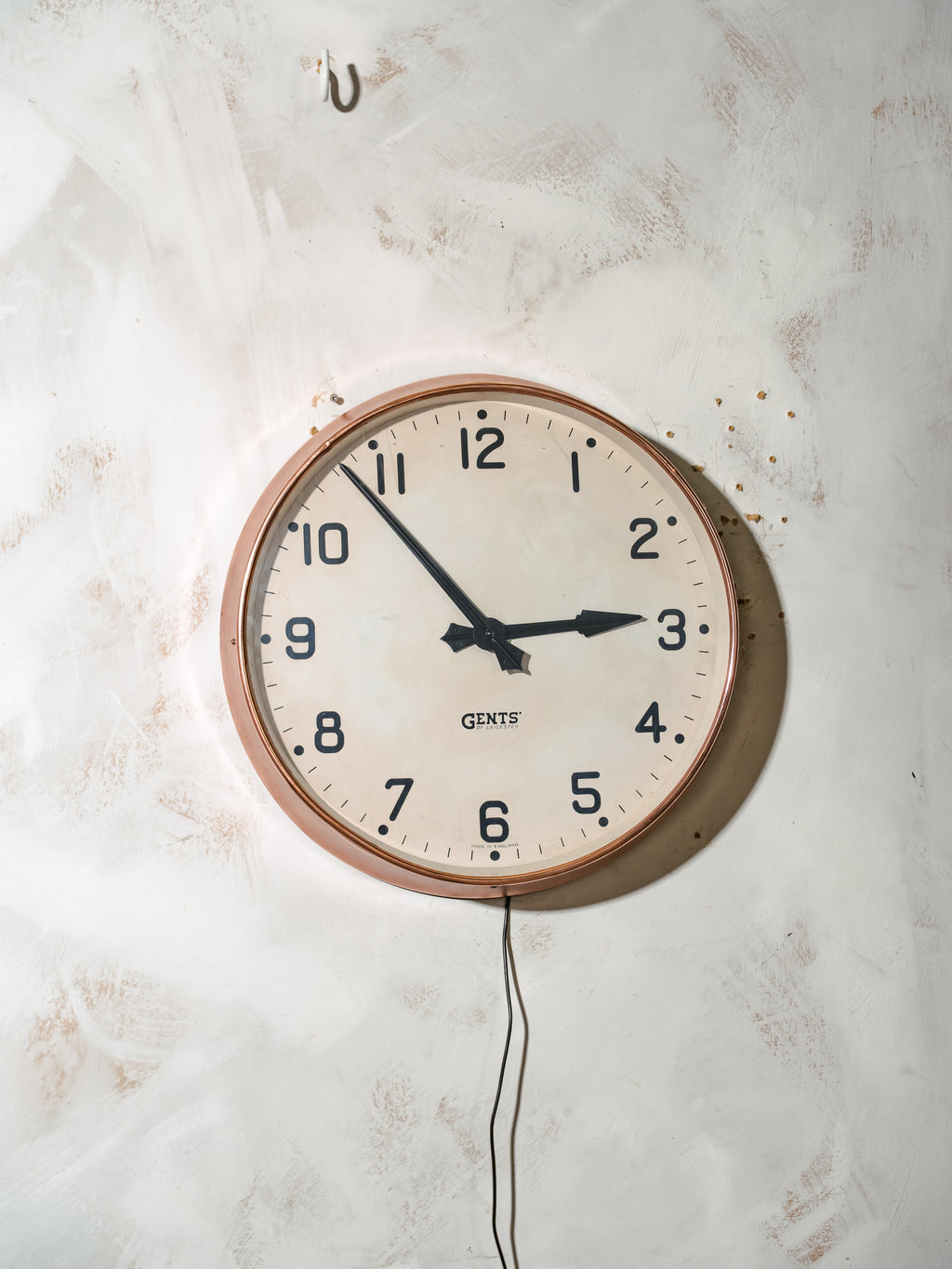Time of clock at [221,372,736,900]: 2:53
